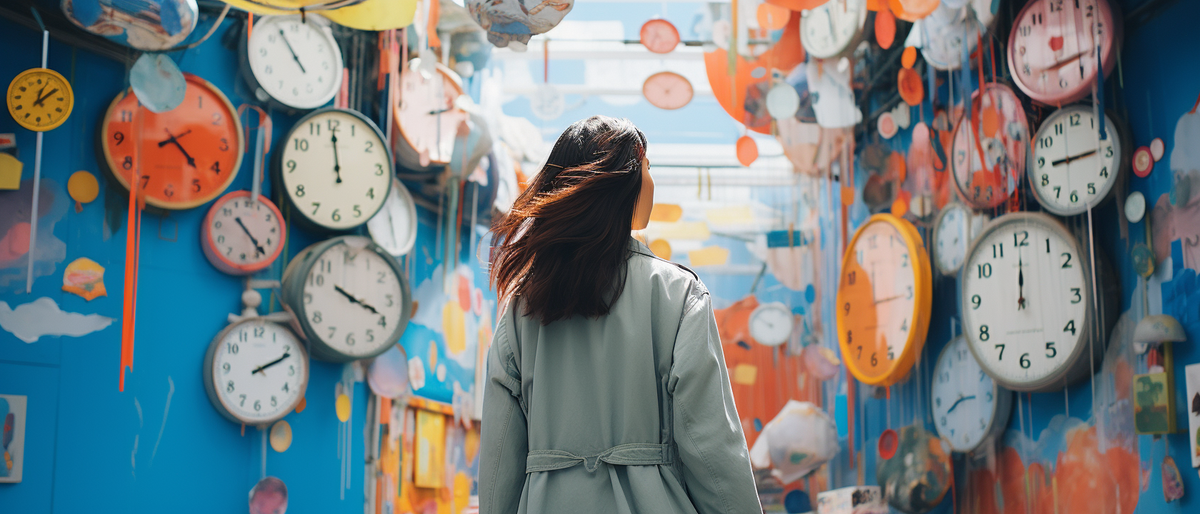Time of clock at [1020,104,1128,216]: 2:43
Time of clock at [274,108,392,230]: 11:59
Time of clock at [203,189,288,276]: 10:23
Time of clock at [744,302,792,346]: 8:51
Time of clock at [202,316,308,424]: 2:11
